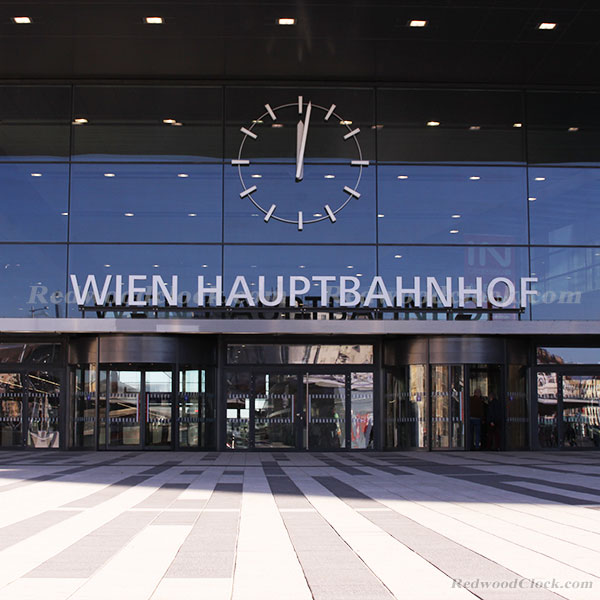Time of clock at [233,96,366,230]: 12:01
